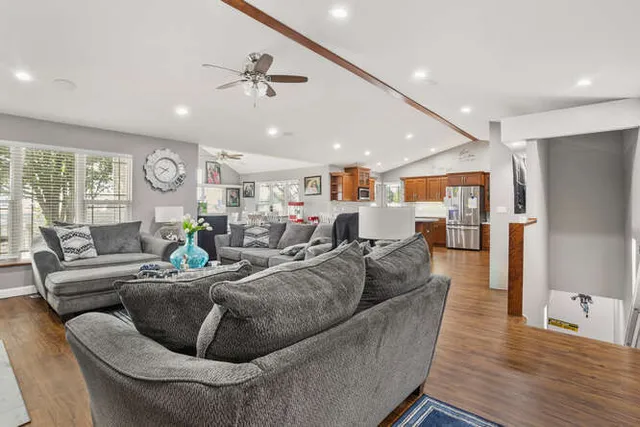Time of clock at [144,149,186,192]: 9:38
